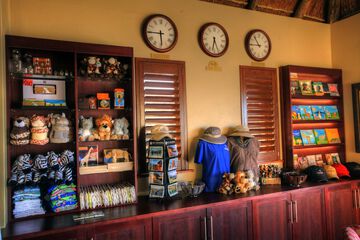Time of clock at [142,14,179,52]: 5:45
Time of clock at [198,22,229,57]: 6:26
